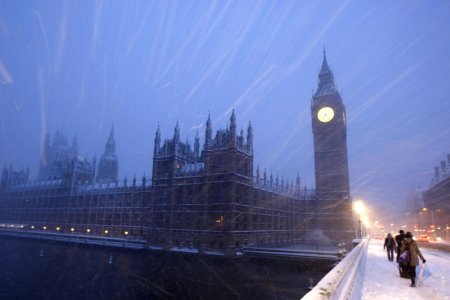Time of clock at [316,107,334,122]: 7:24
